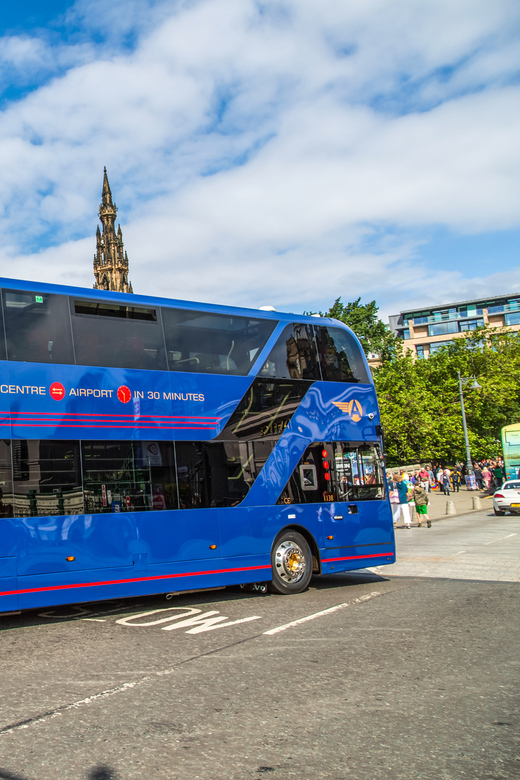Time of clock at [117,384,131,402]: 10:30
